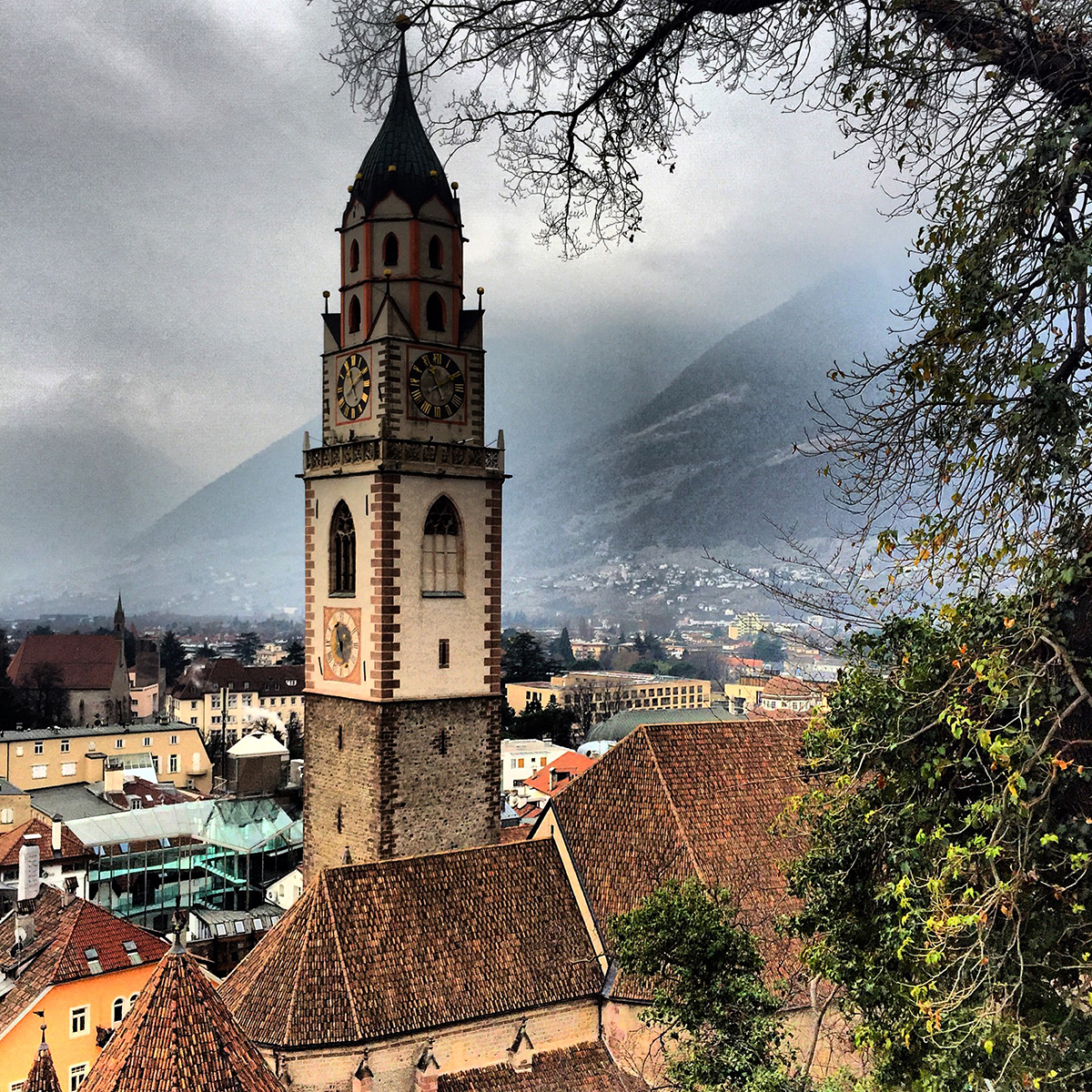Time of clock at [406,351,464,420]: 11:09
